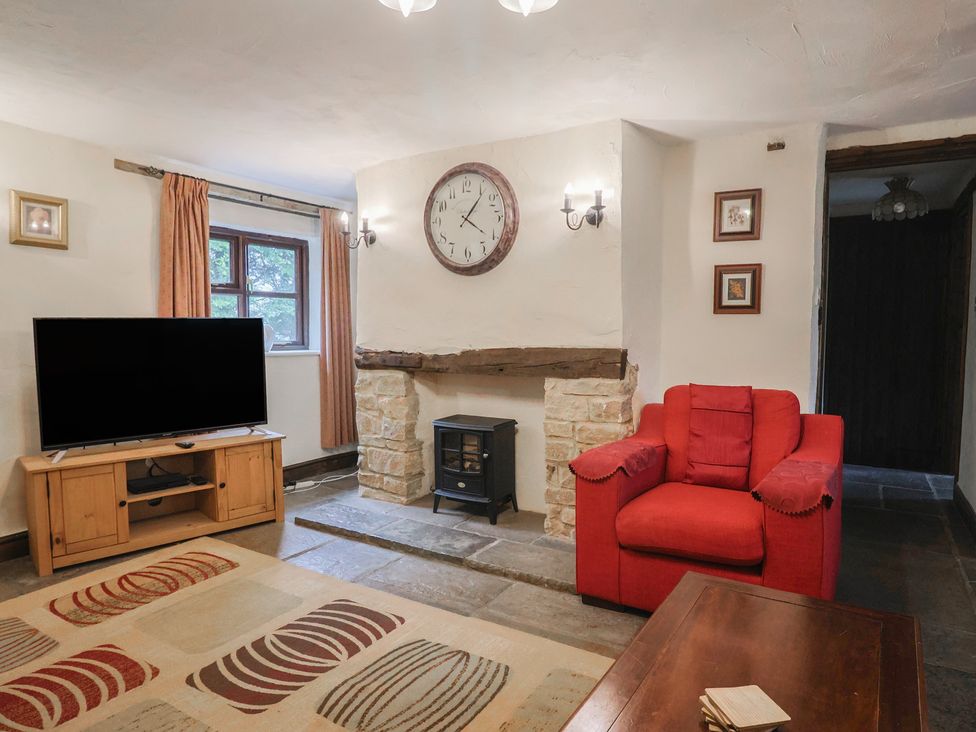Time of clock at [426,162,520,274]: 1:21
